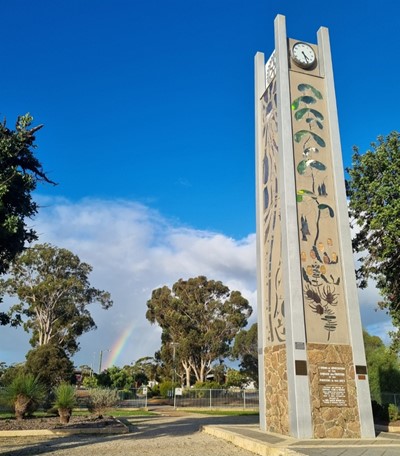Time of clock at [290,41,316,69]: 4:26
